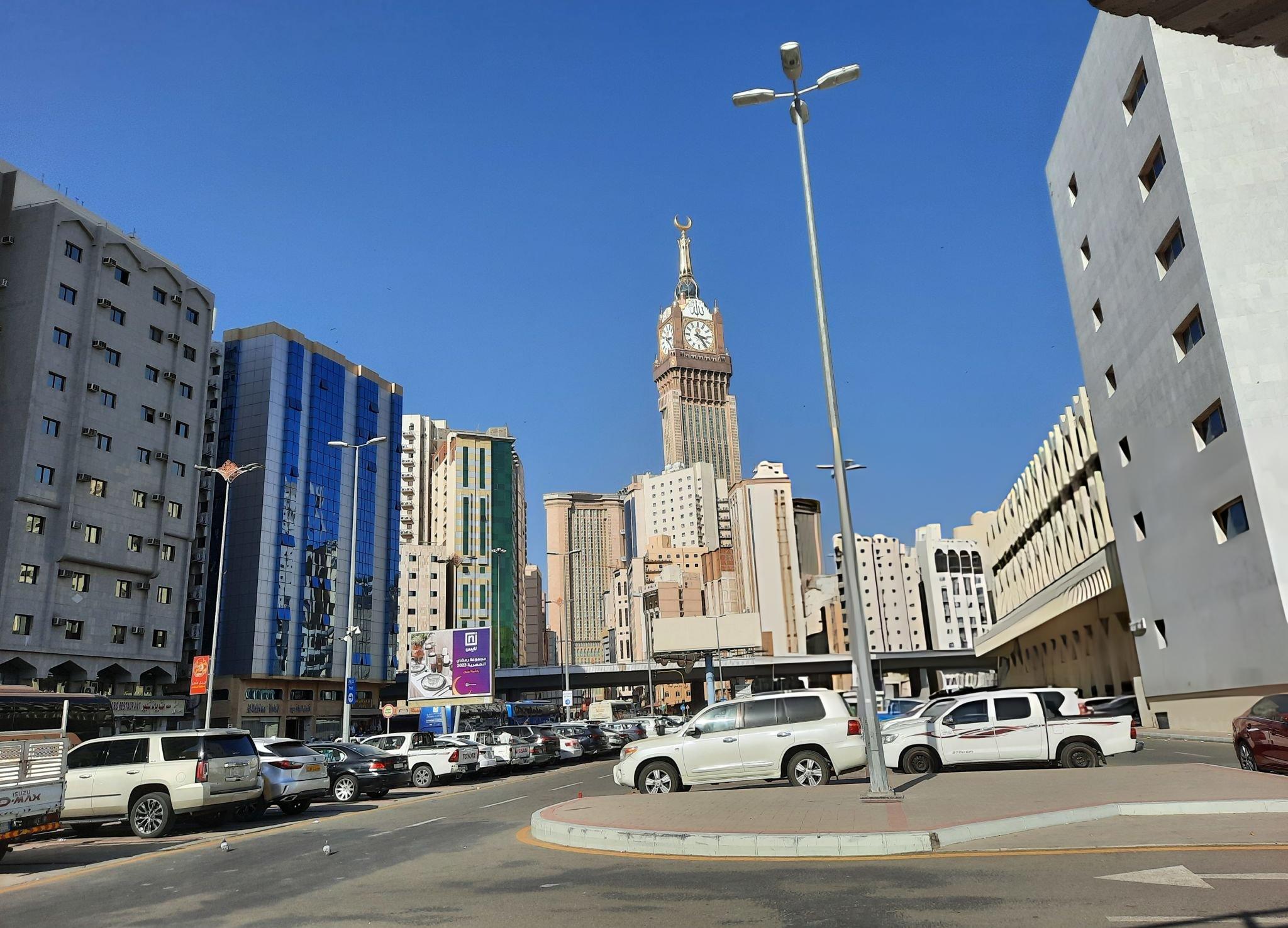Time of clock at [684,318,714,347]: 3:23
